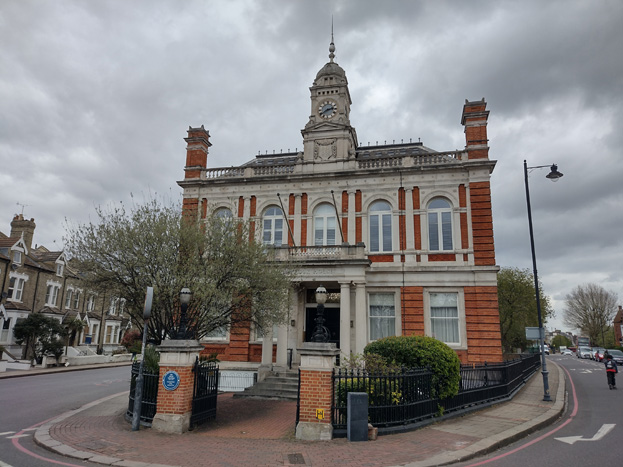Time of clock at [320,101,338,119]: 2:39
